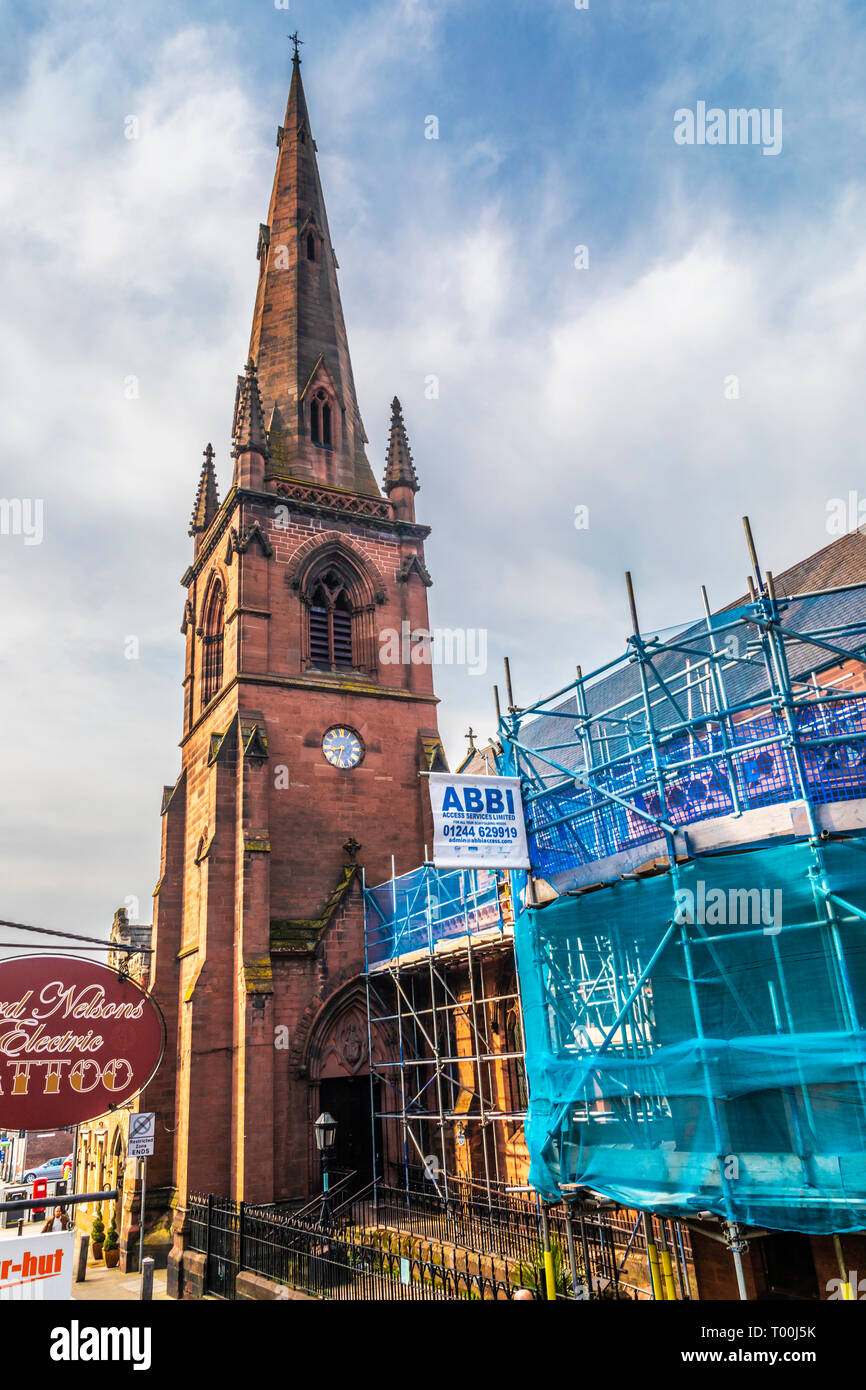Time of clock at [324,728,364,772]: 8:32
